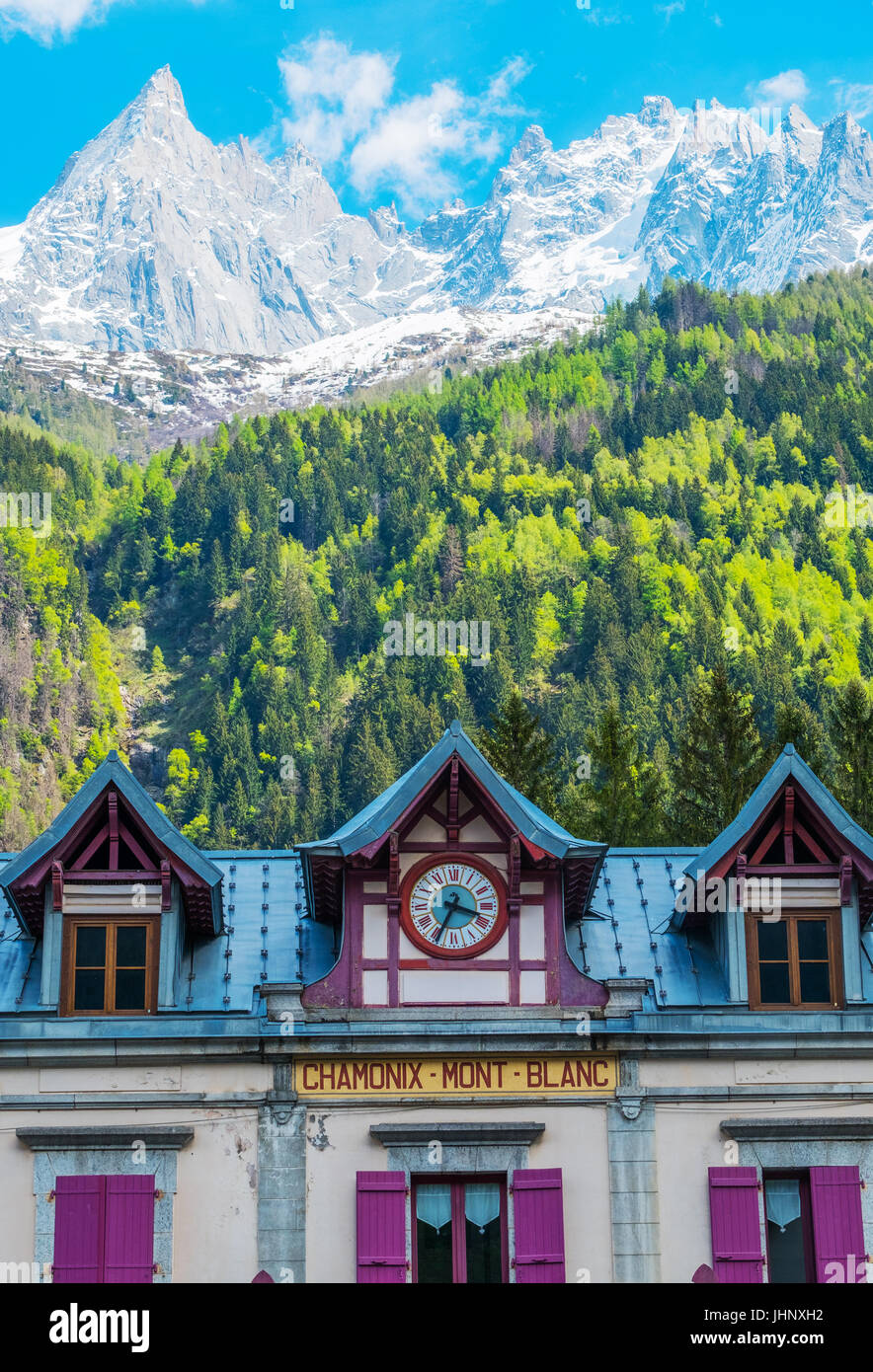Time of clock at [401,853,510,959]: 3:34
